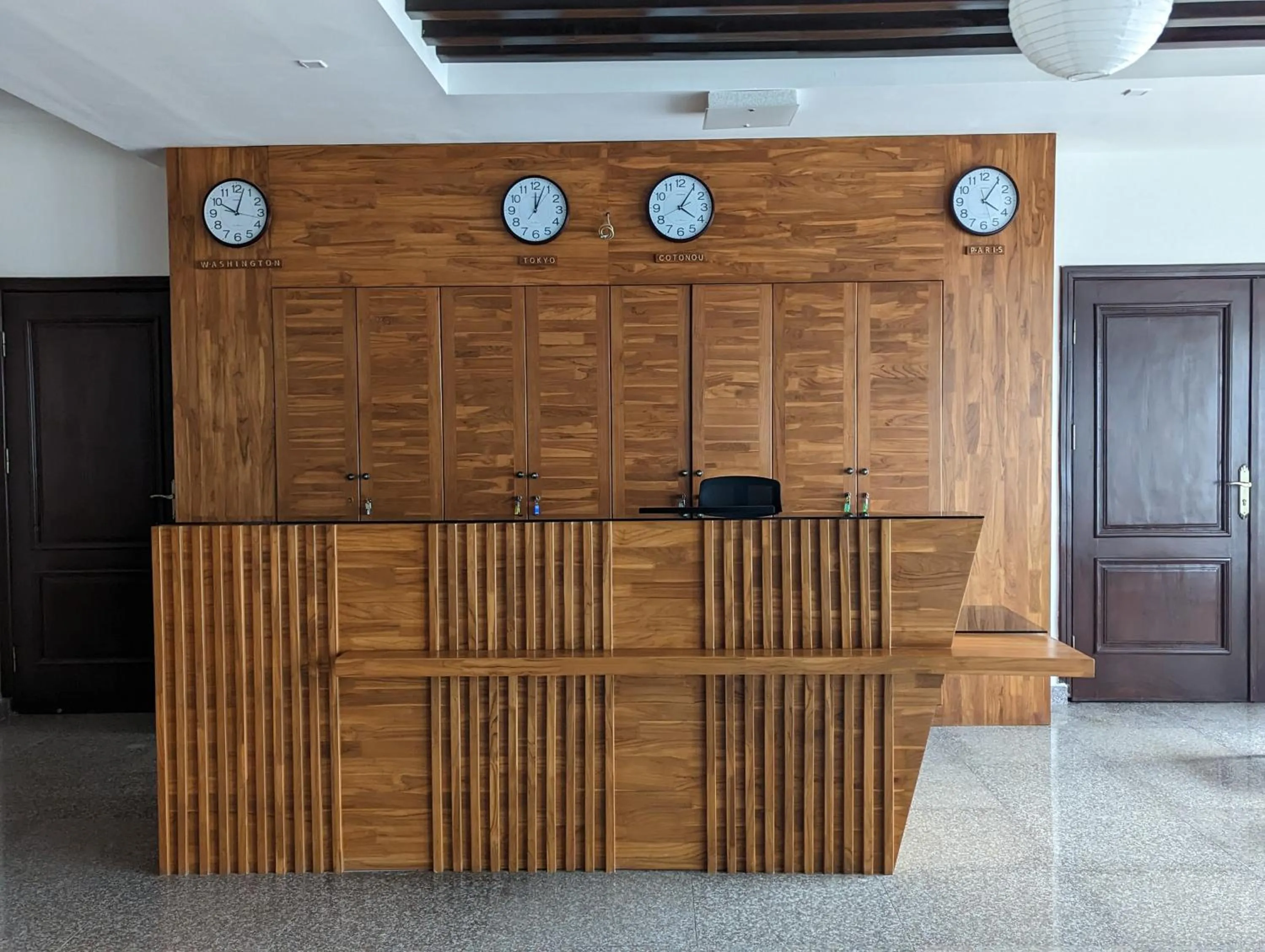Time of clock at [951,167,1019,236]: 4:05
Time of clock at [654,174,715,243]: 4:05
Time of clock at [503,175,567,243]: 12:03
